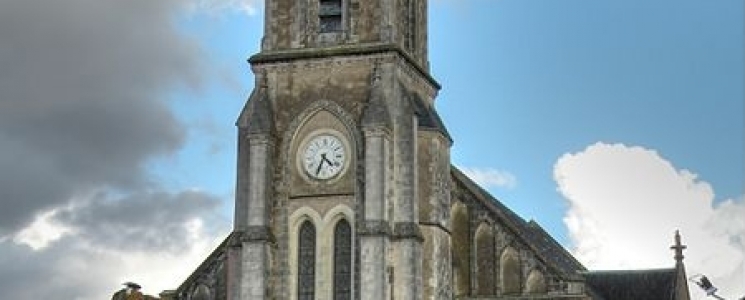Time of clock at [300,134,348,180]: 4:34
